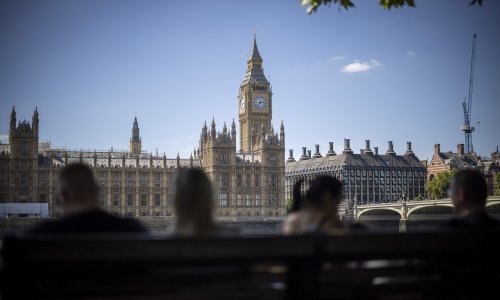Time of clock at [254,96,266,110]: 2:35
